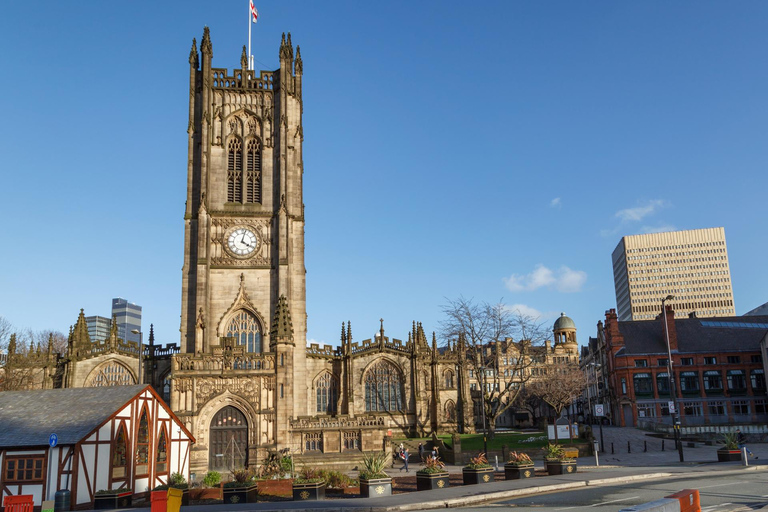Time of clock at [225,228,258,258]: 4:02
